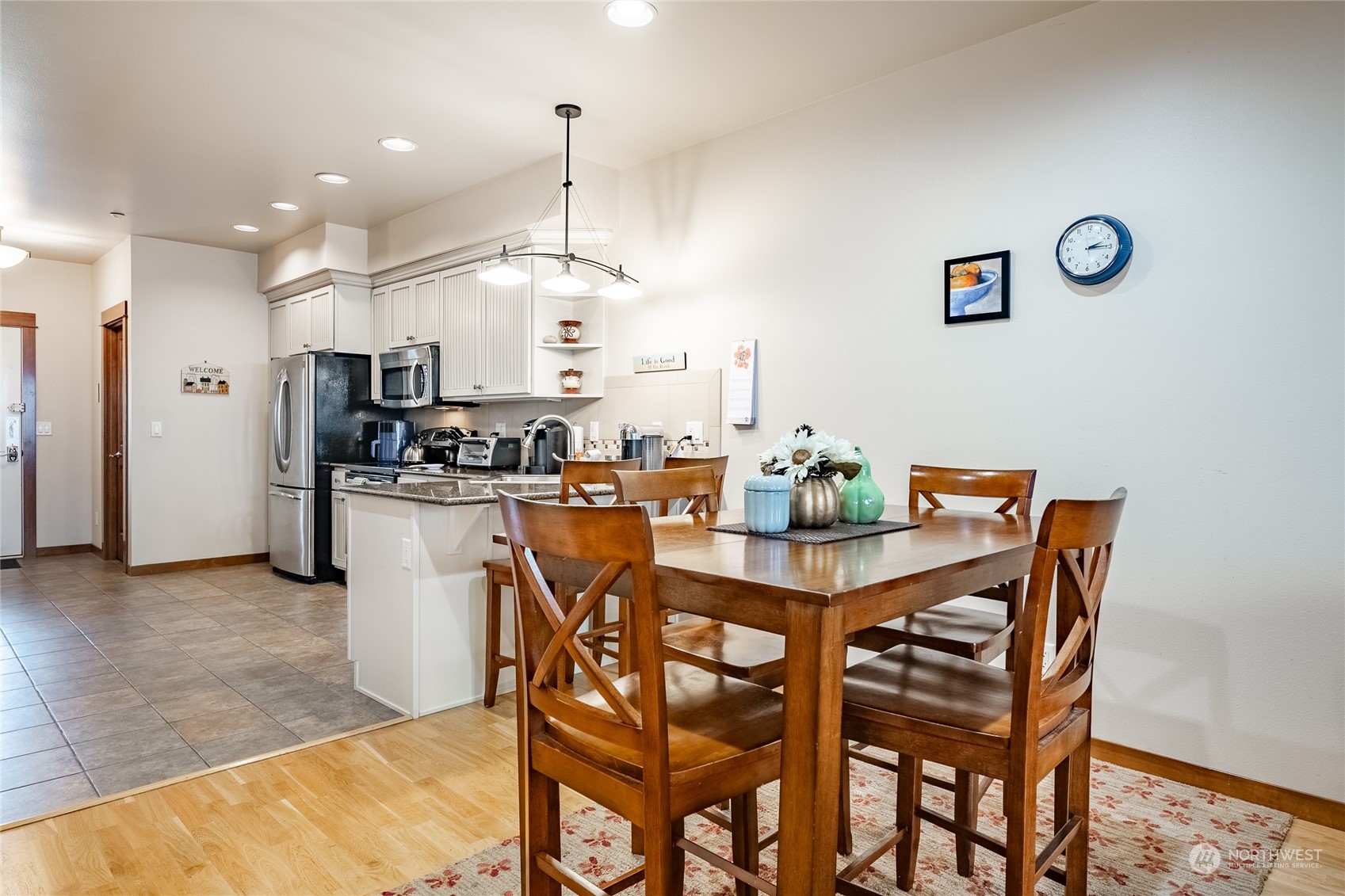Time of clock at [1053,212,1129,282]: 2:14
